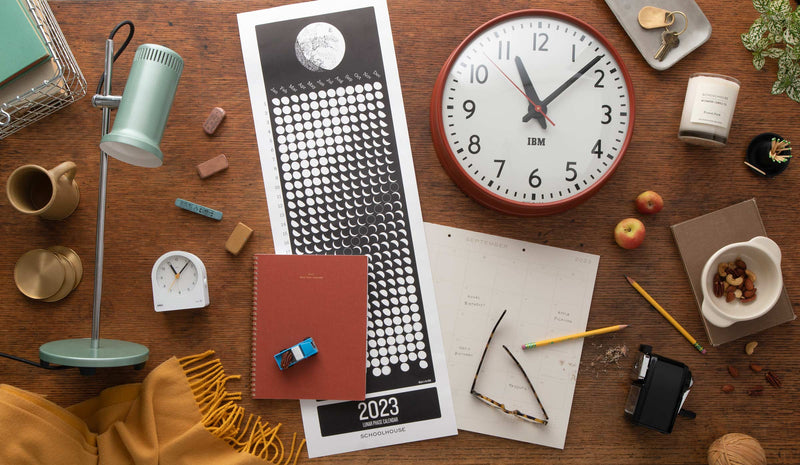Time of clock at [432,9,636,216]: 11:07
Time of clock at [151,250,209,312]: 11:07
